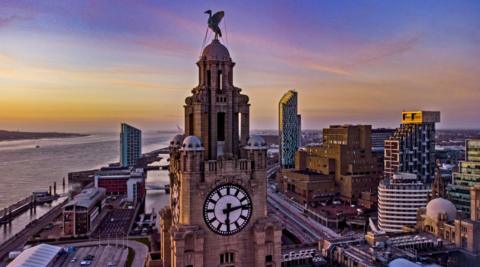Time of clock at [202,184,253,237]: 6:13
